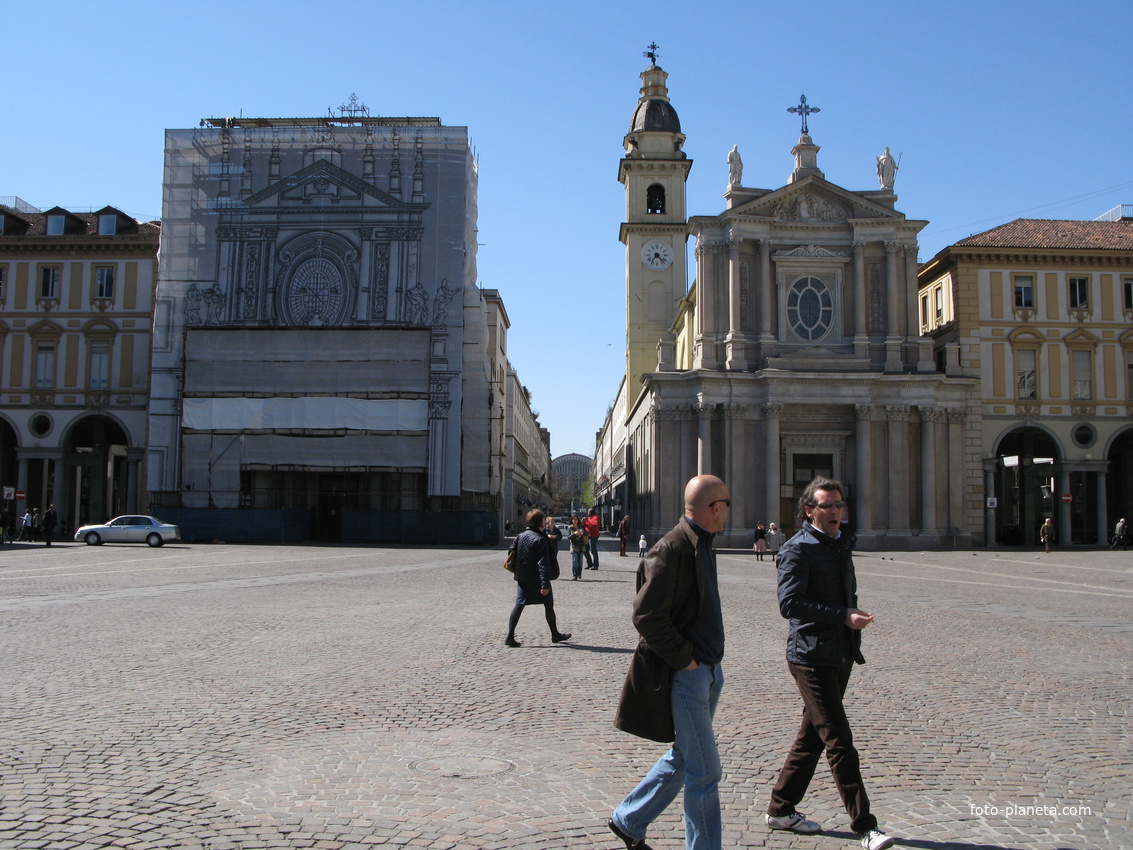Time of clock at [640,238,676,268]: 7:22
